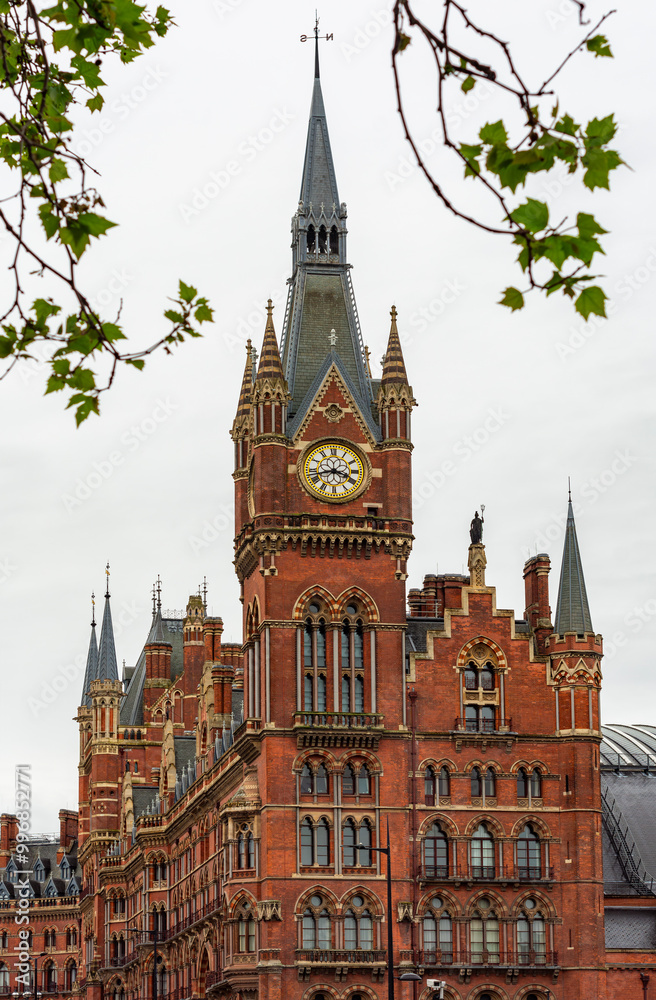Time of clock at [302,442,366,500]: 3:42
